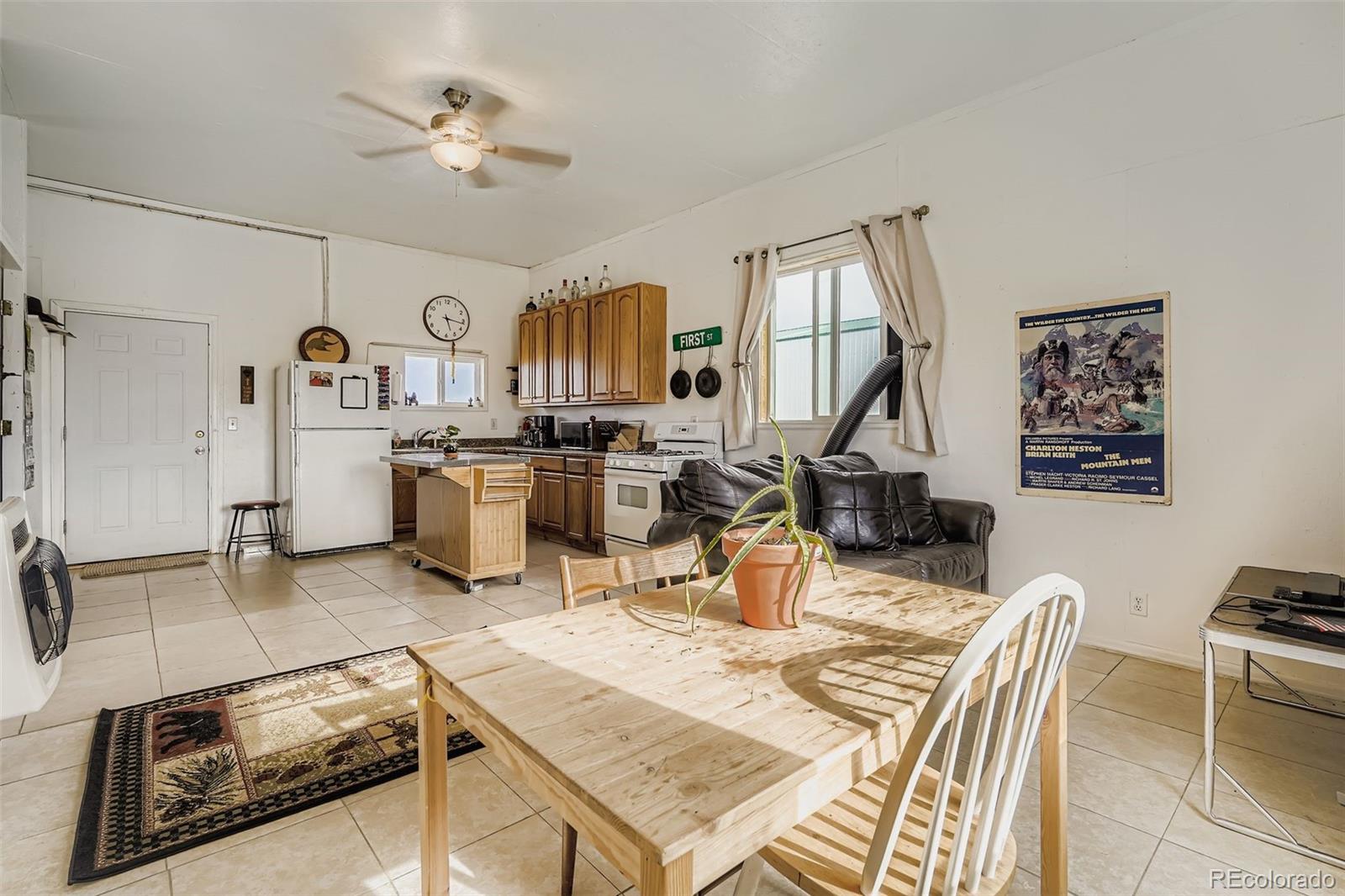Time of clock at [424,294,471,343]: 5:16
